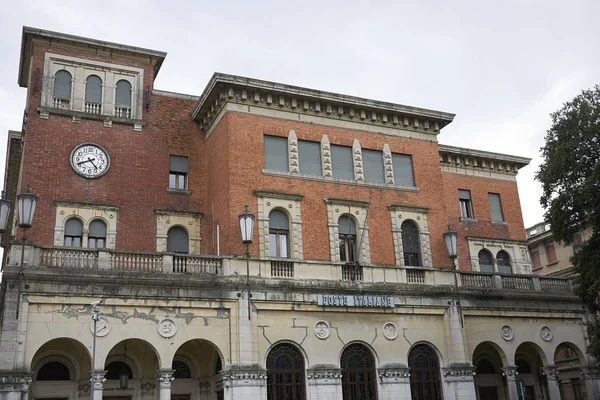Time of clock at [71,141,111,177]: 4:41
